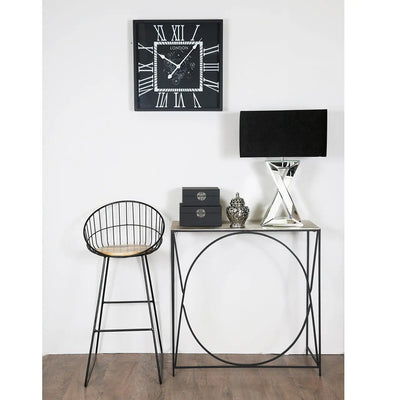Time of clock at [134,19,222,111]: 10:07
